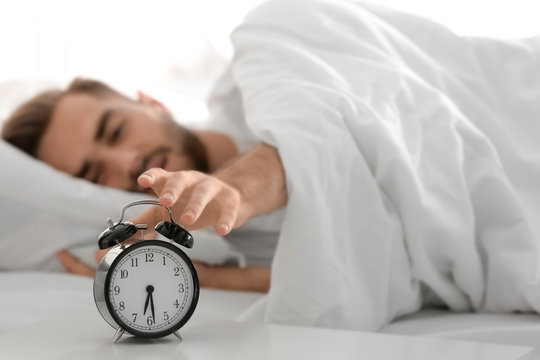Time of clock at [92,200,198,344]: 6:28
